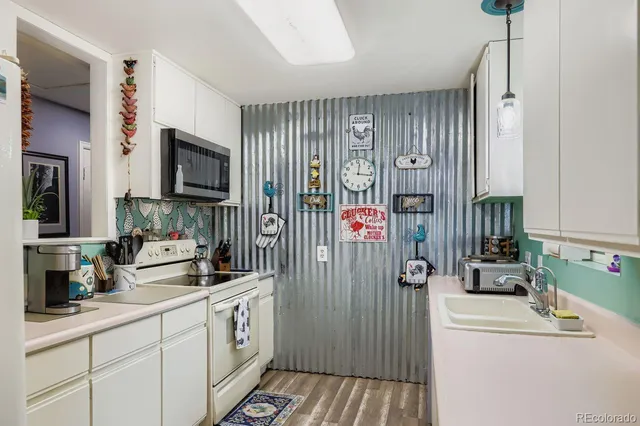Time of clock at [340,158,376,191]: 12:16
